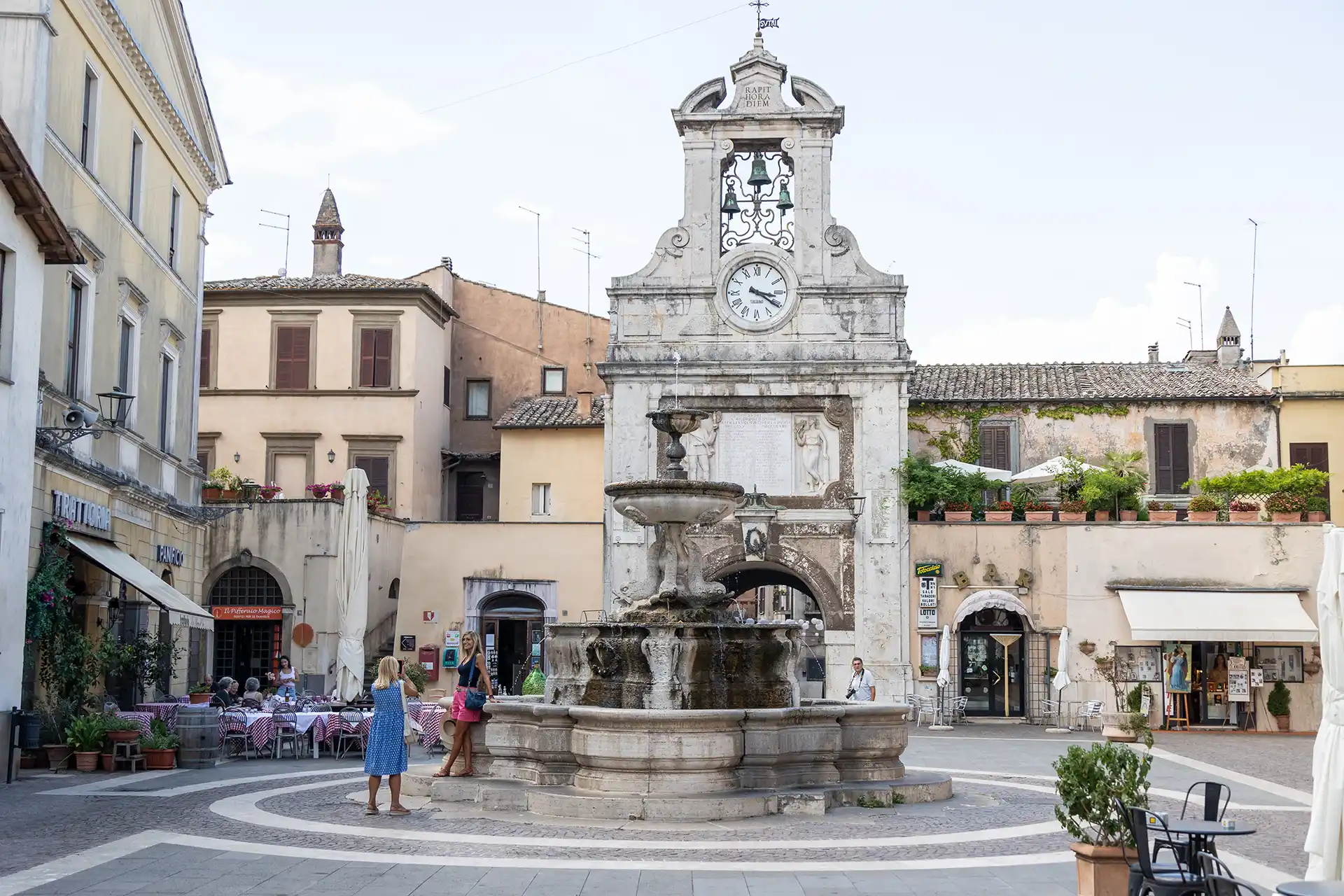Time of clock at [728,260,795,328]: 3:20
